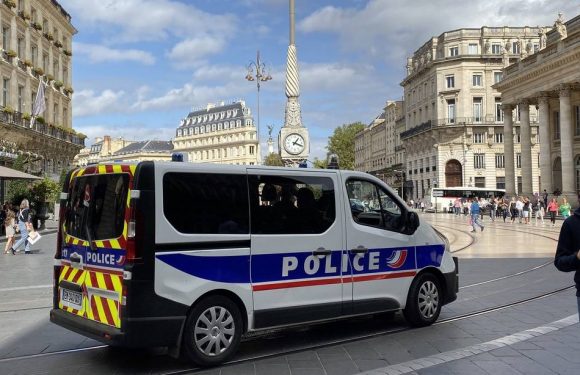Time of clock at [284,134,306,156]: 1:18
